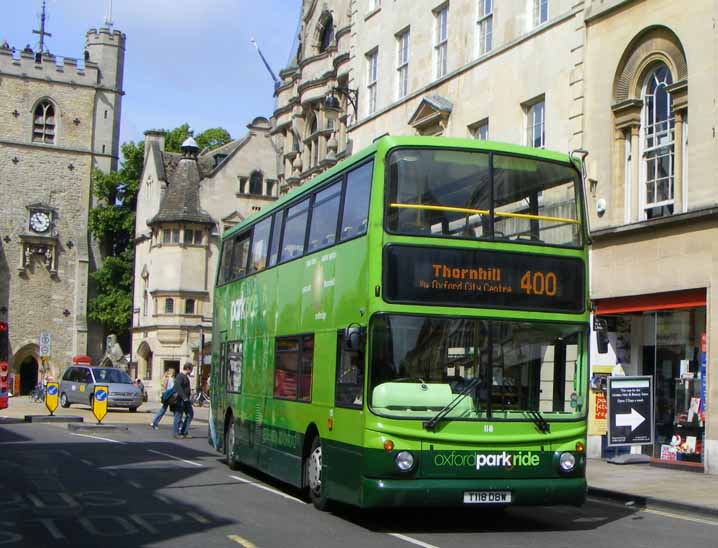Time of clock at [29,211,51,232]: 10:43
